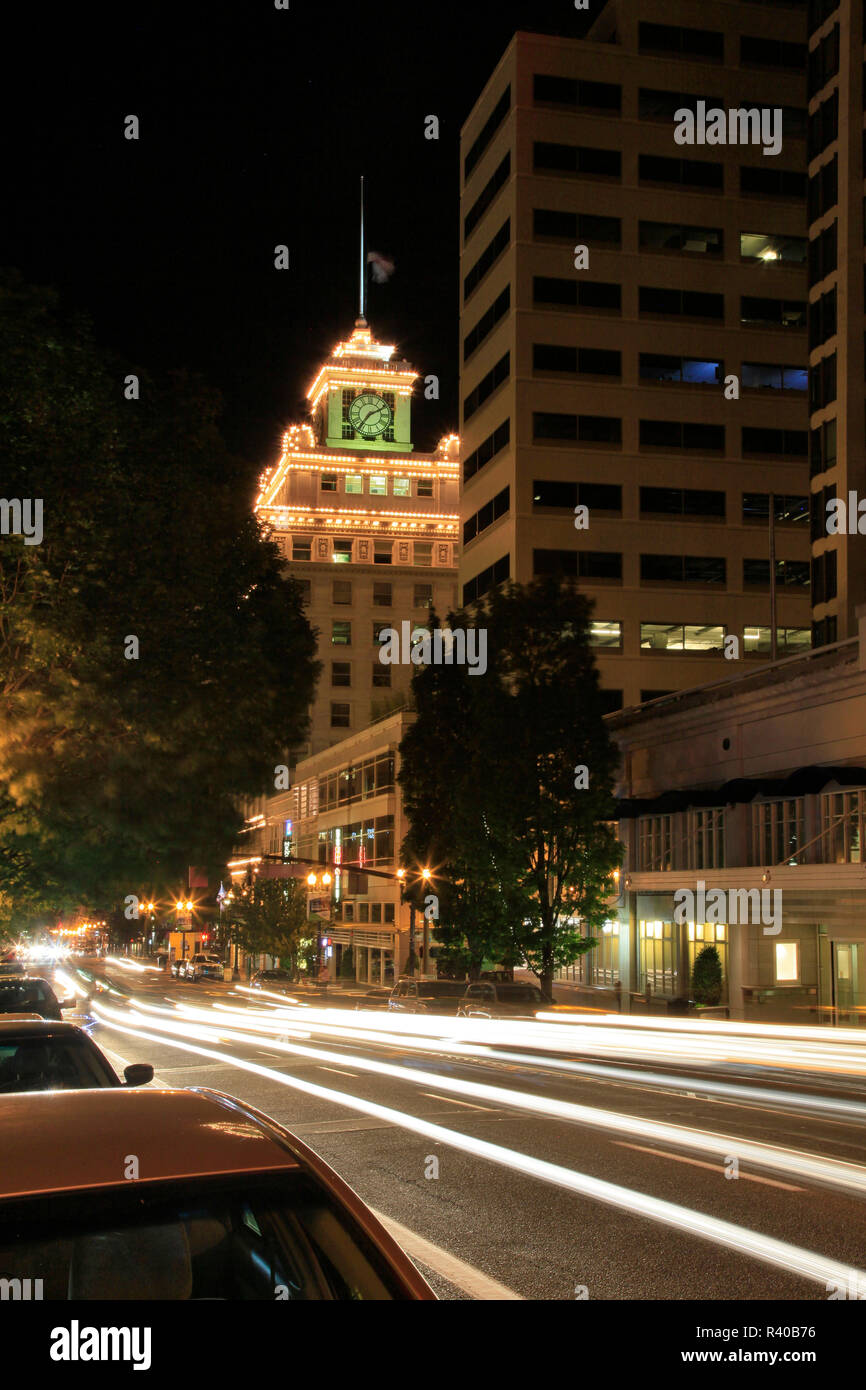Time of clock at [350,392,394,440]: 7:10
